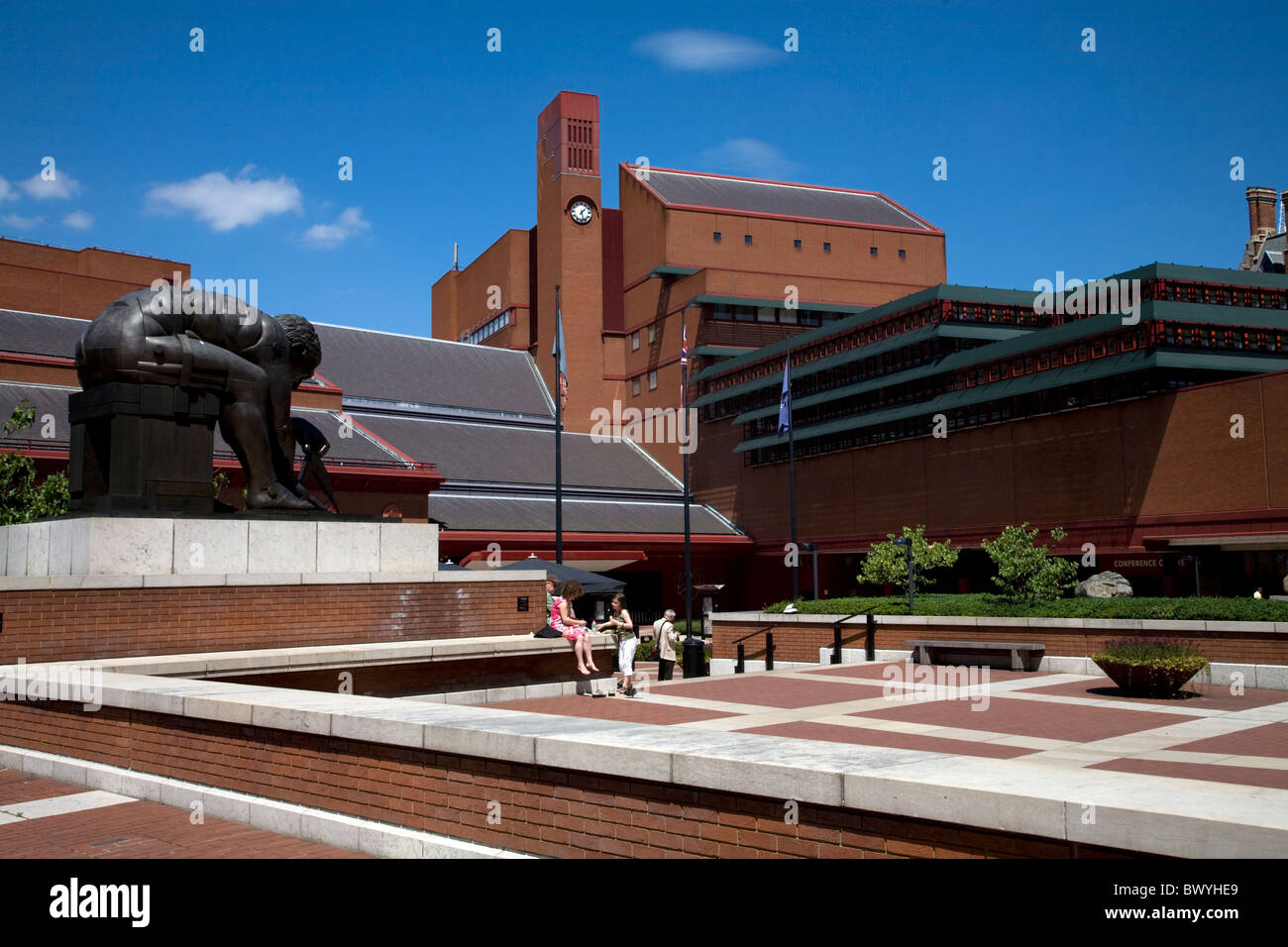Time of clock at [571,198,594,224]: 1:27
